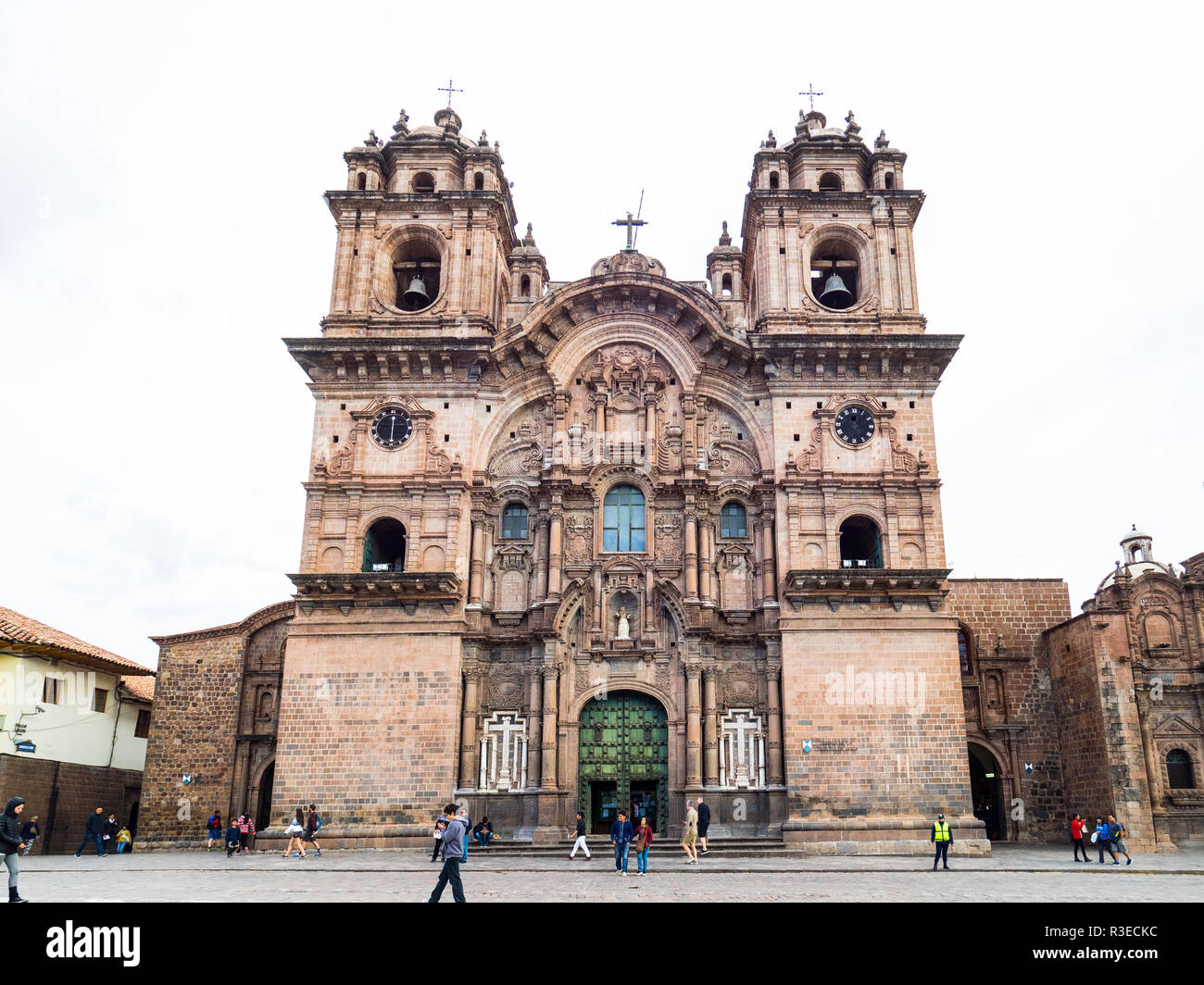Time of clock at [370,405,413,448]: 6:00
